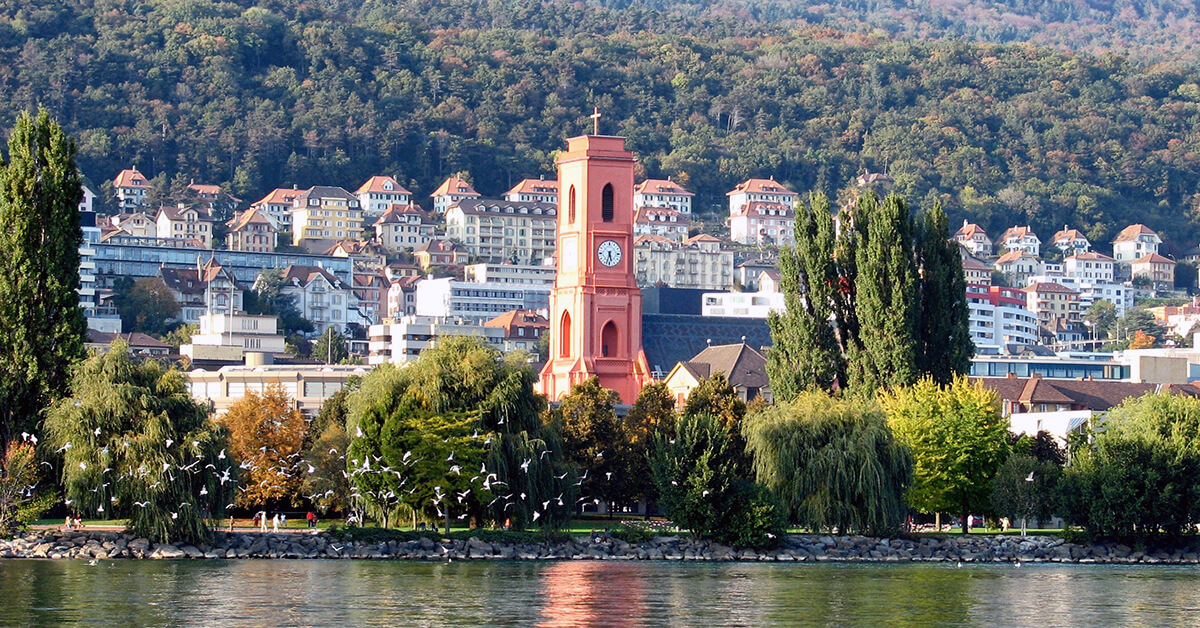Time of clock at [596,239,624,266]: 5:33
